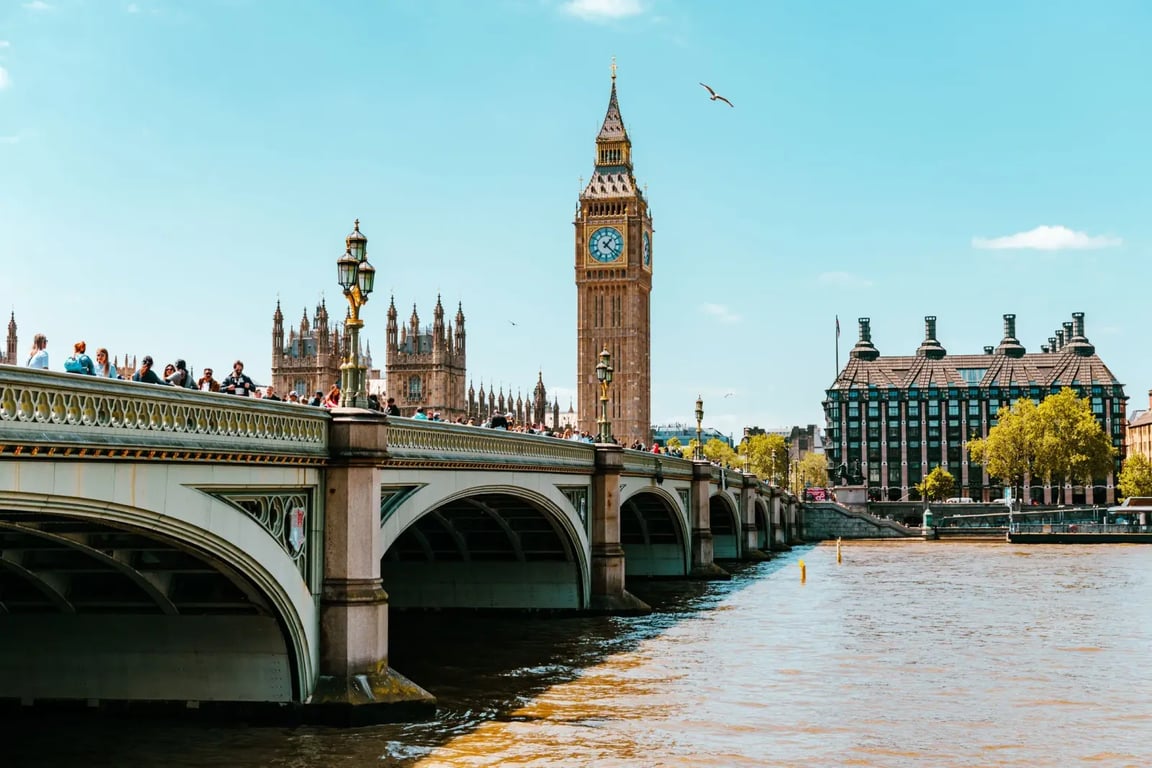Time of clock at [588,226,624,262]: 1:22
